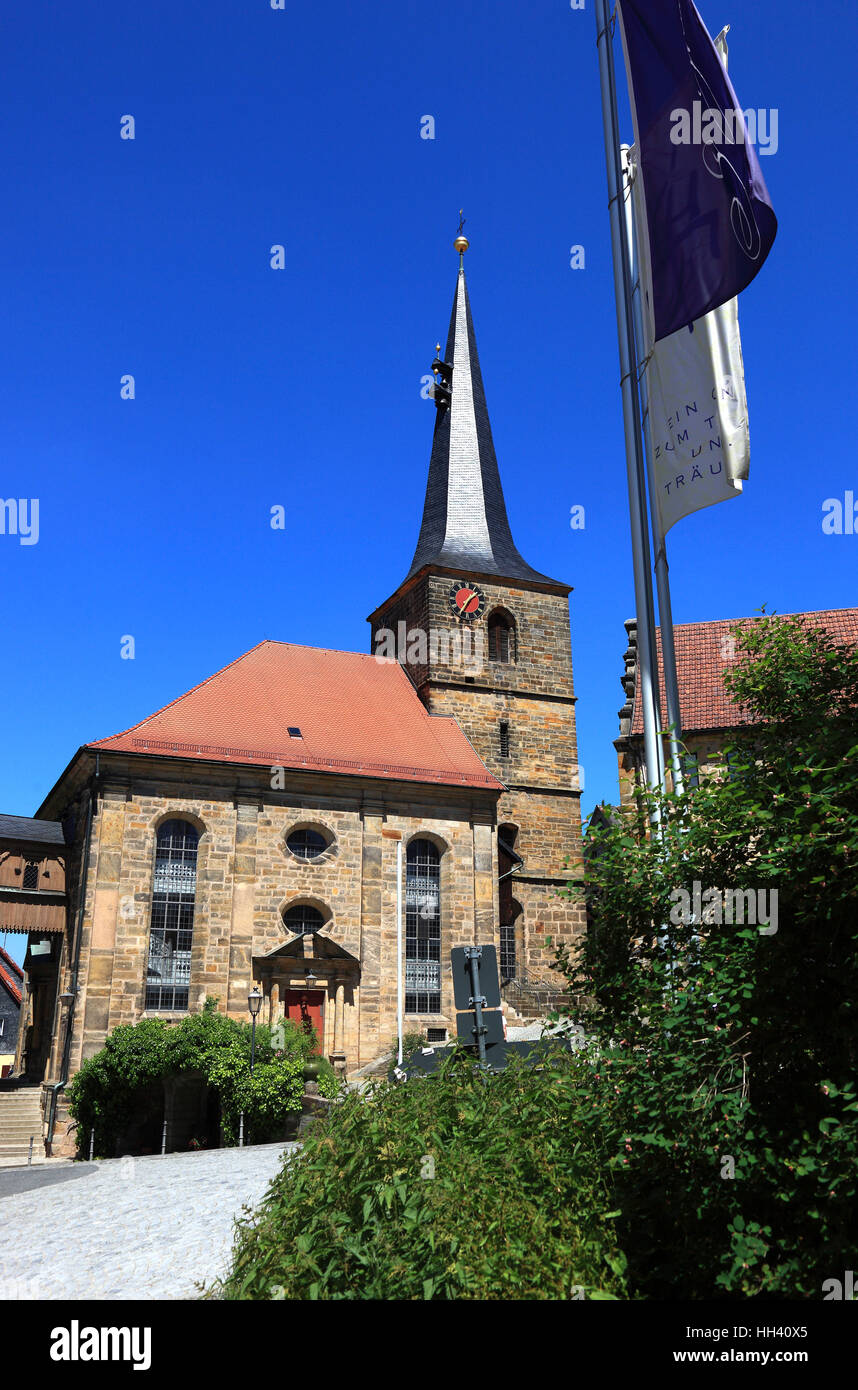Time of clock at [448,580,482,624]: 1:35
